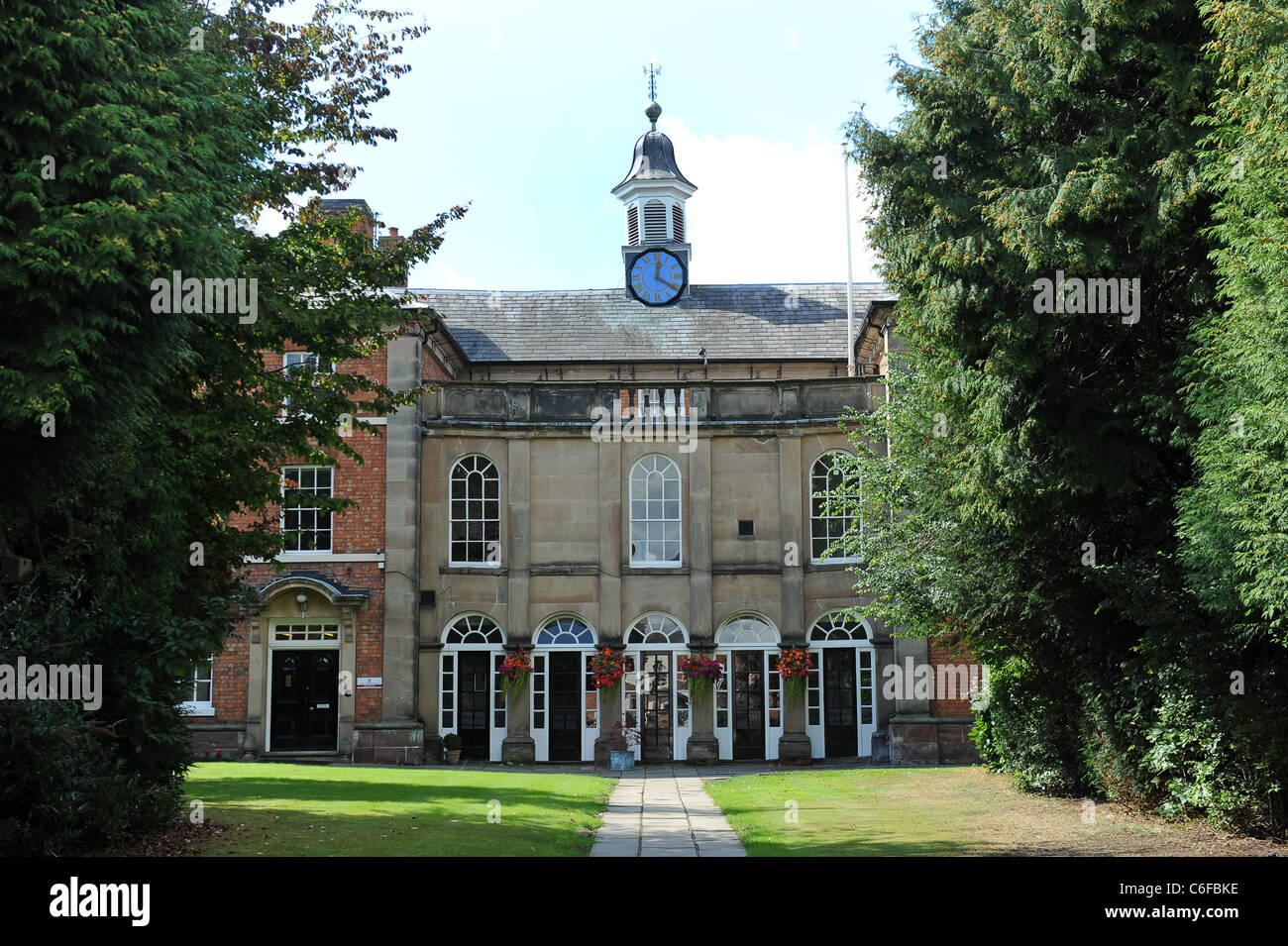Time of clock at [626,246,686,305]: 12:20
